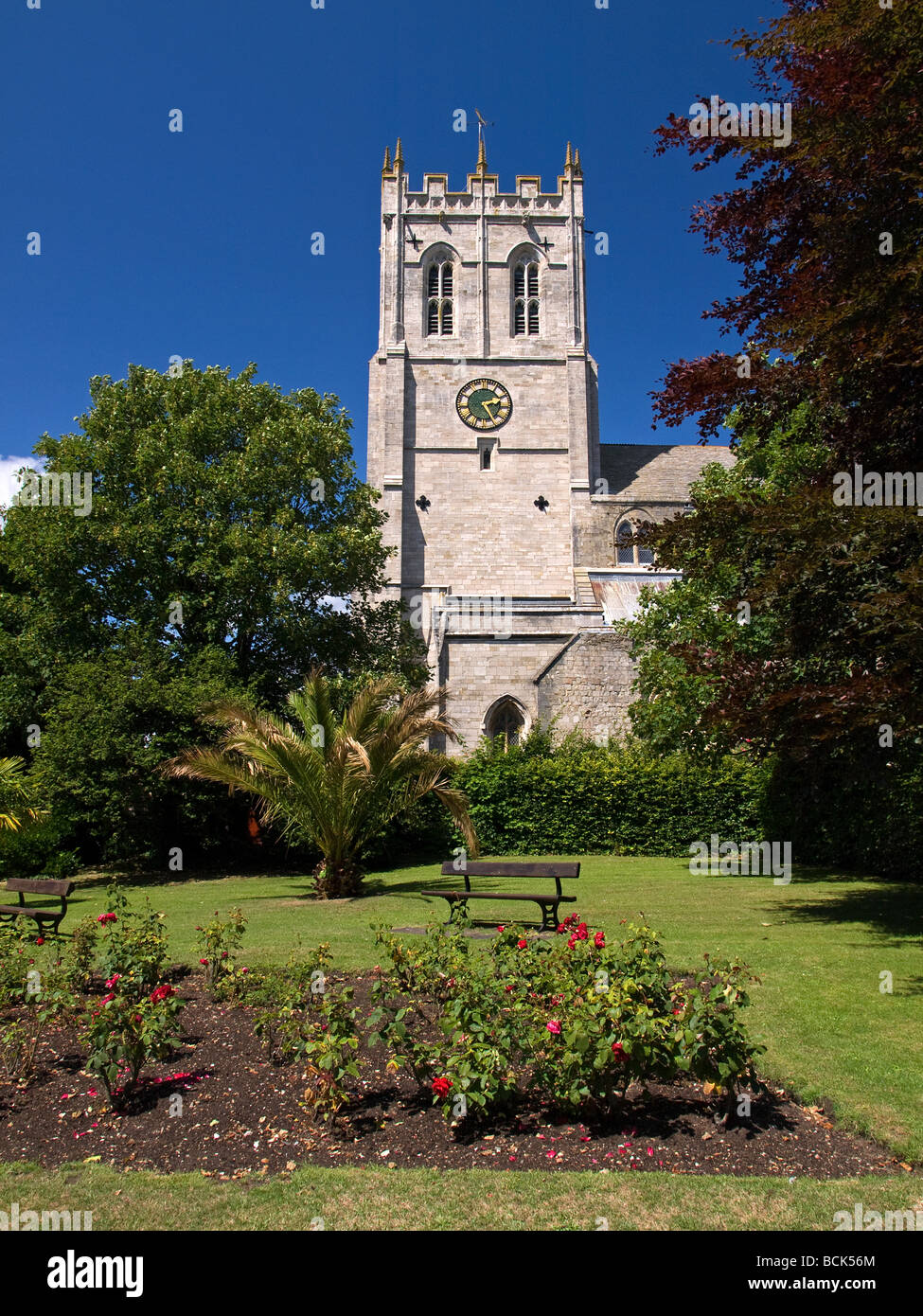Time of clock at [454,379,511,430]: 2:24
